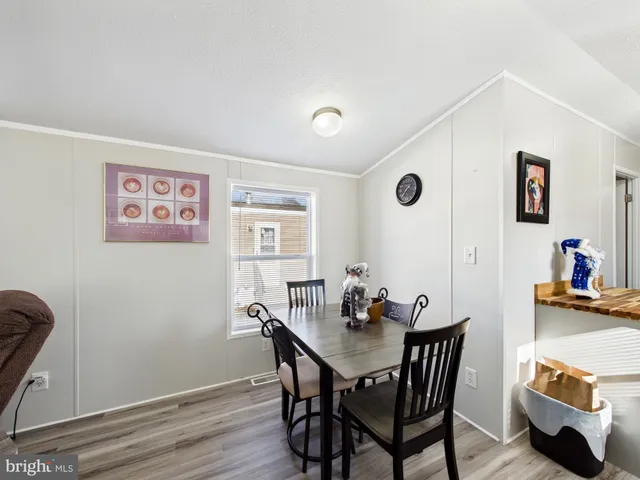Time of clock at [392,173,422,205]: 1:36
